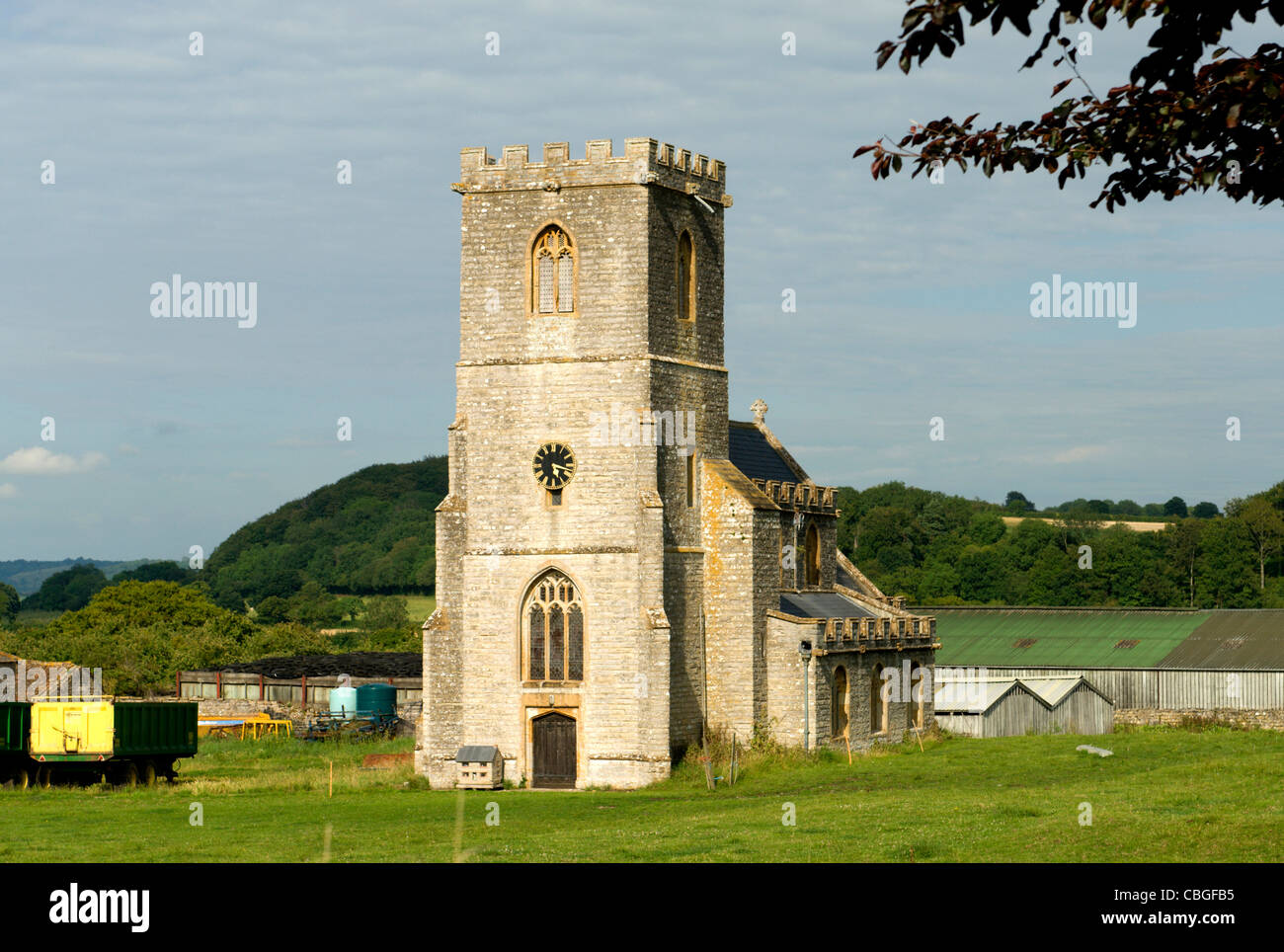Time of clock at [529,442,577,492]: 5:17
